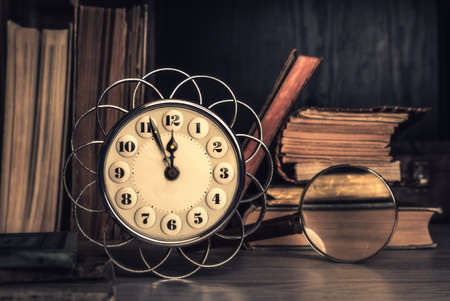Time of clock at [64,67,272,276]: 11:56
